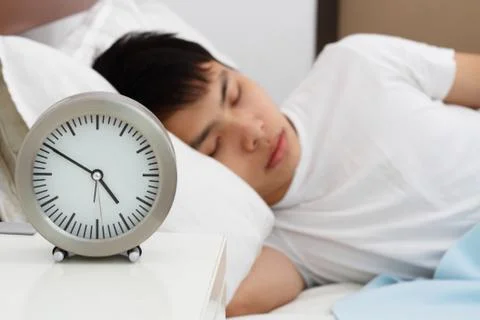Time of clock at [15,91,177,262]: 4:50
